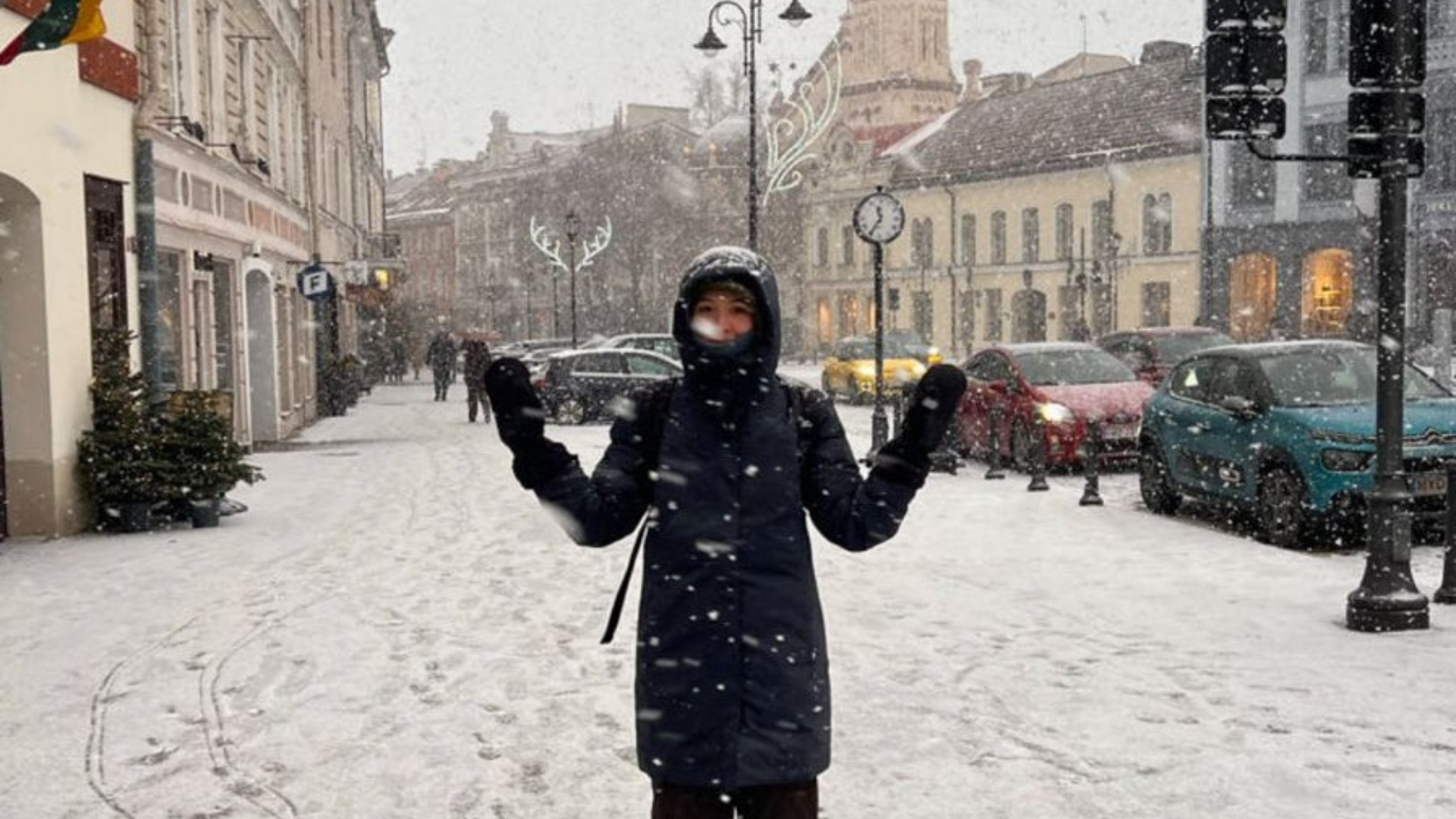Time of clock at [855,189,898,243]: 11:35
